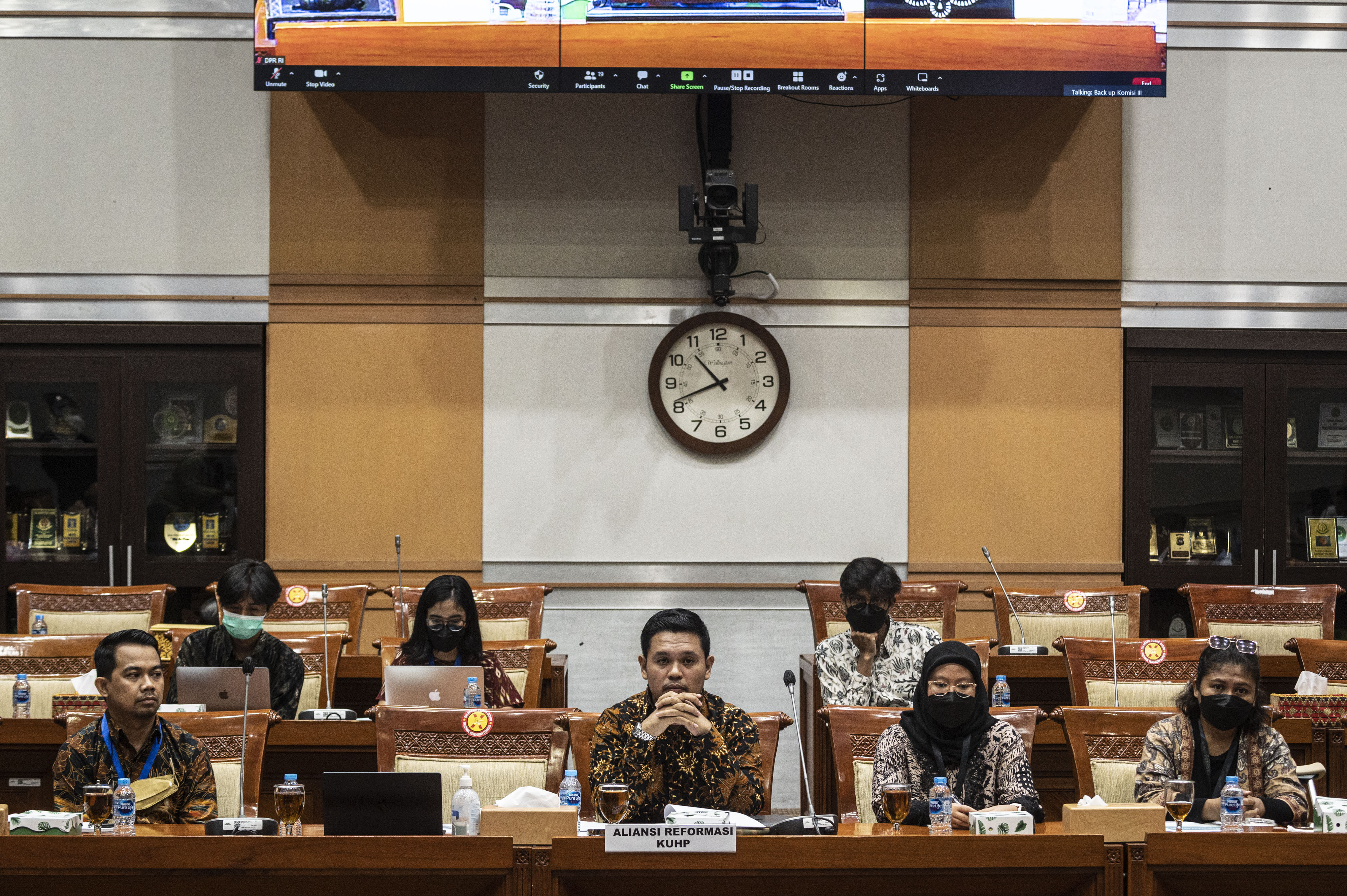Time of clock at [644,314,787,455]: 10:41
